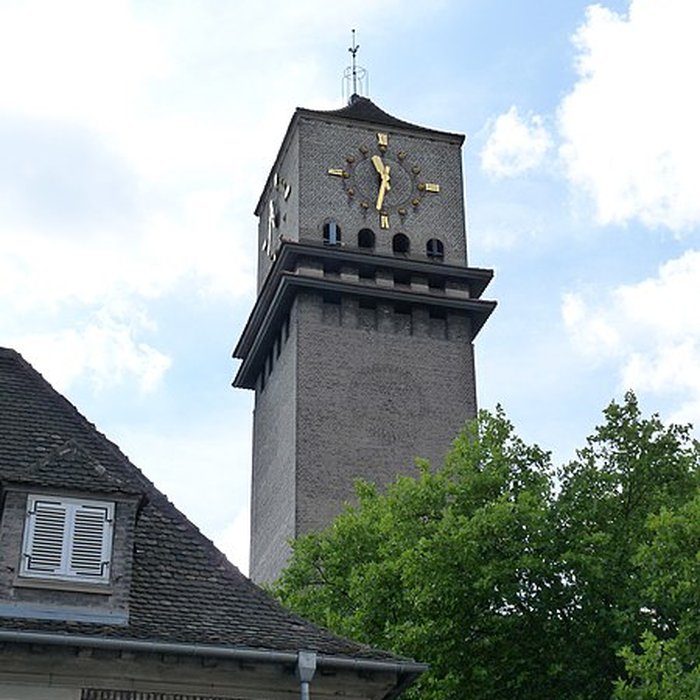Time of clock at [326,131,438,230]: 11:32
